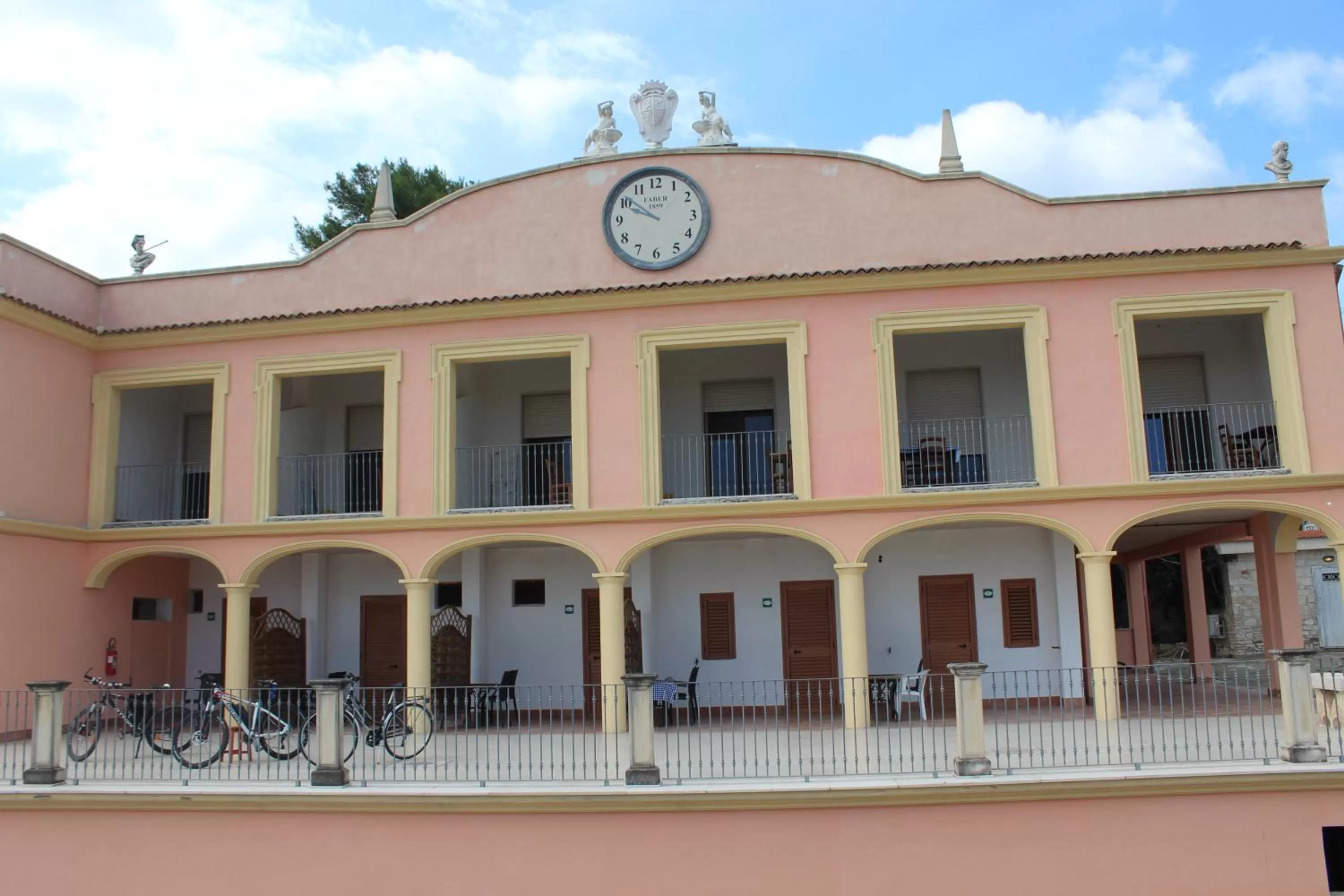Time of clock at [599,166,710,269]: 9:51
